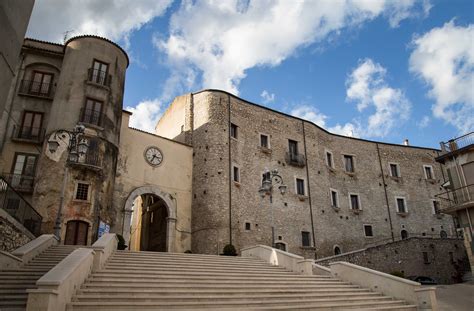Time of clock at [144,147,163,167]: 3:34
